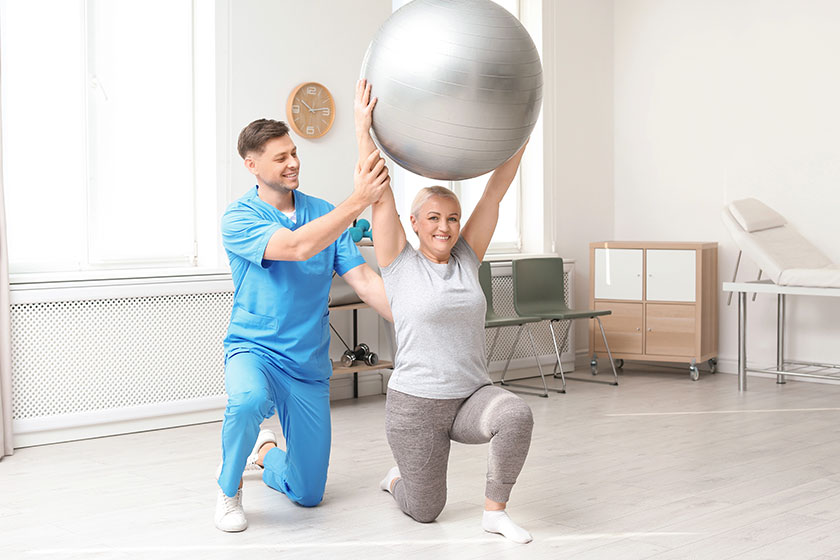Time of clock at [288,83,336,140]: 10:13
